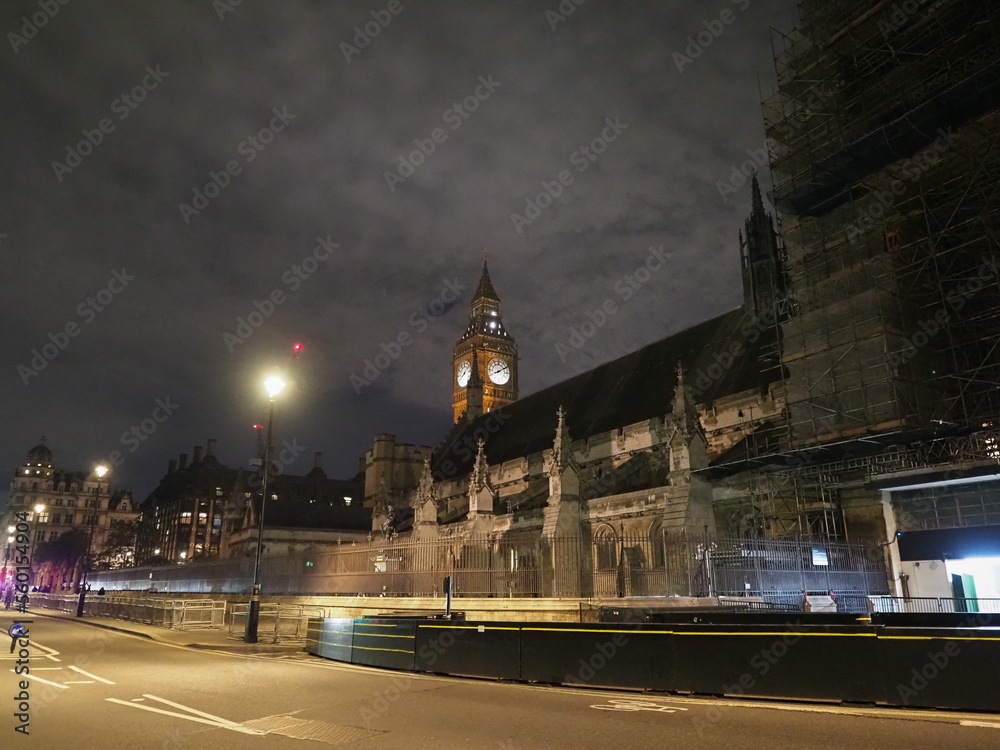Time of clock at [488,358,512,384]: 8:09
